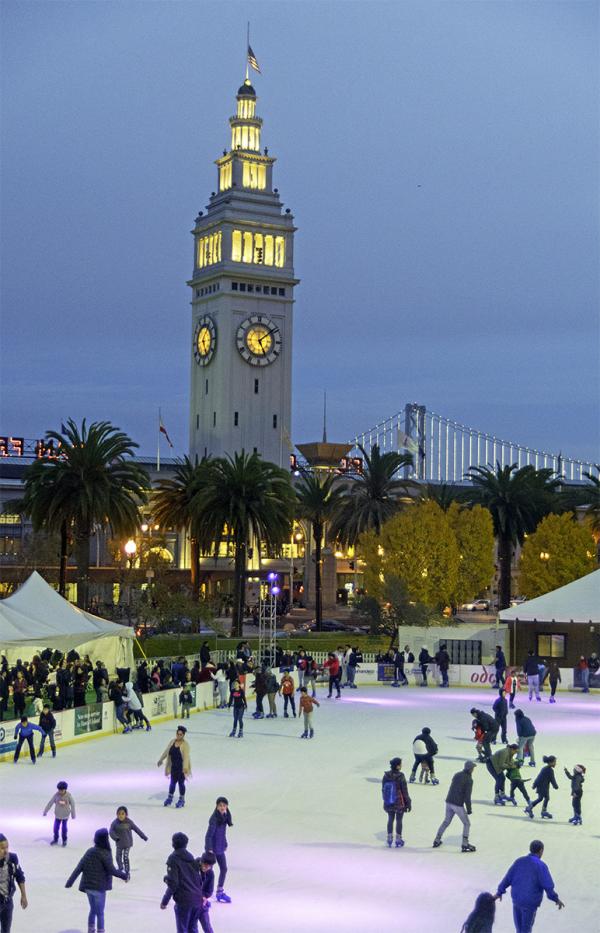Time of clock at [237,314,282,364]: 5:08
